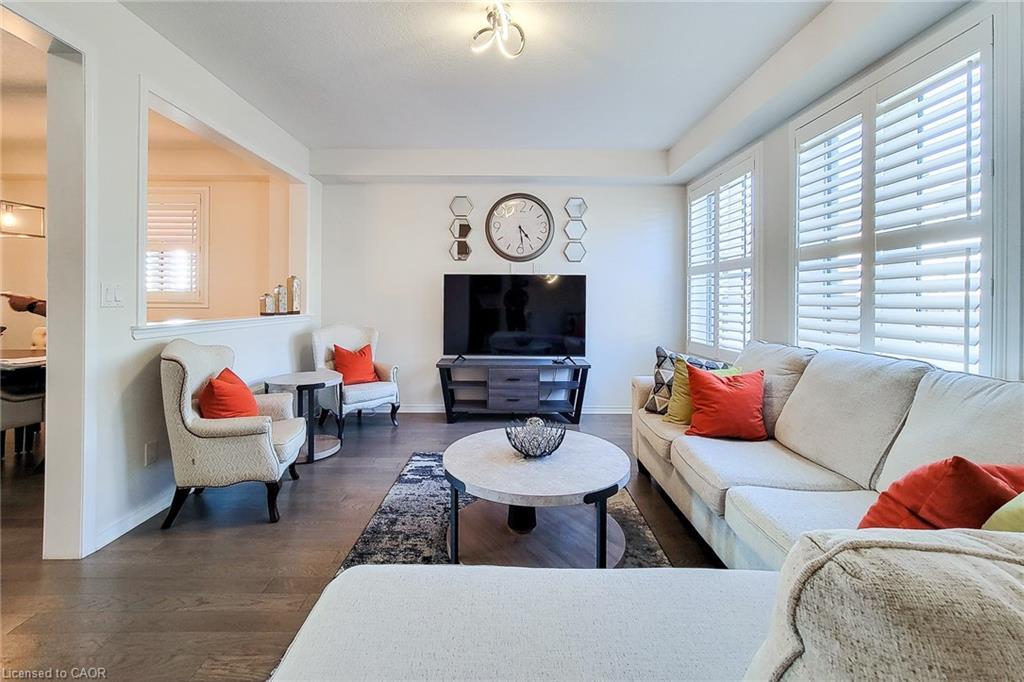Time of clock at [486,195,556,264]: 4:28
